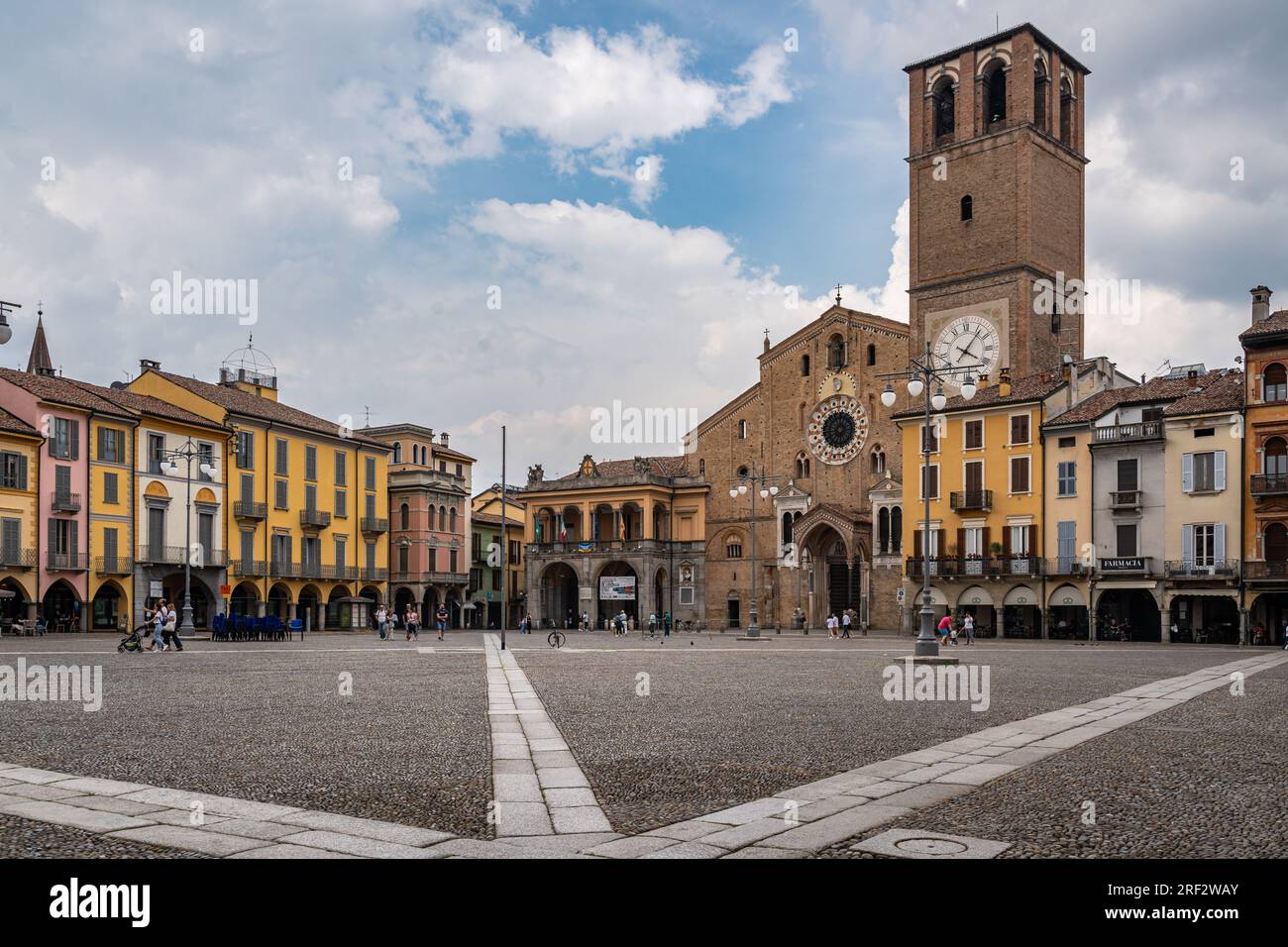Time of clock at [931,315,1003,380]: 4:06
